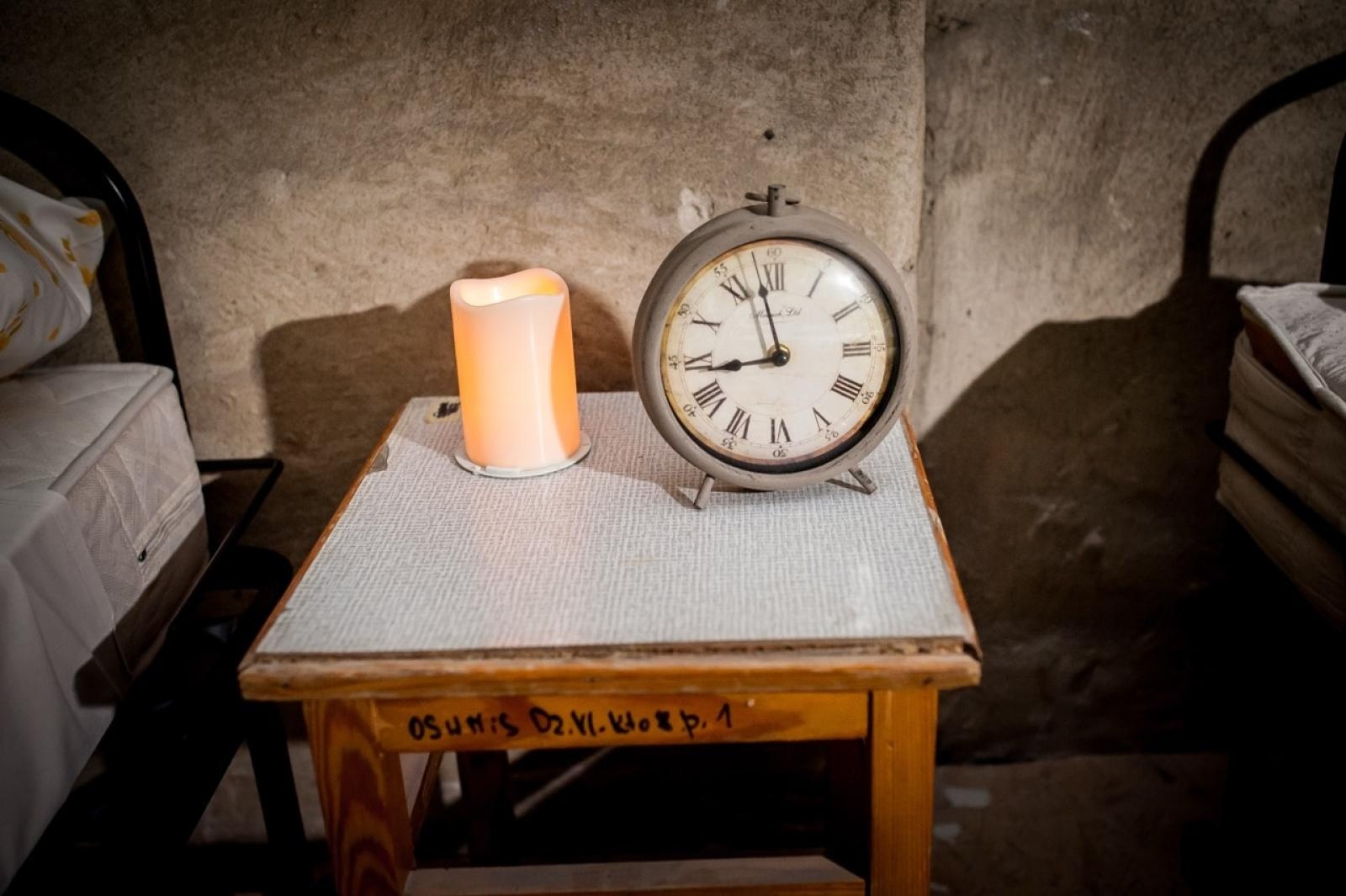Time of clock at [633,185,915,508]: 8:57
